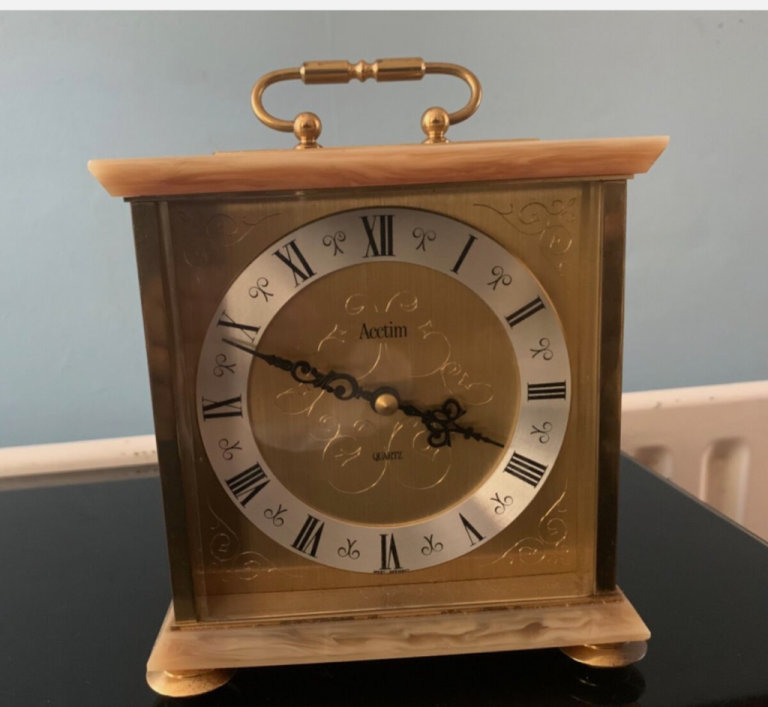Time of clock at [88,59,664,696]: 3:48
